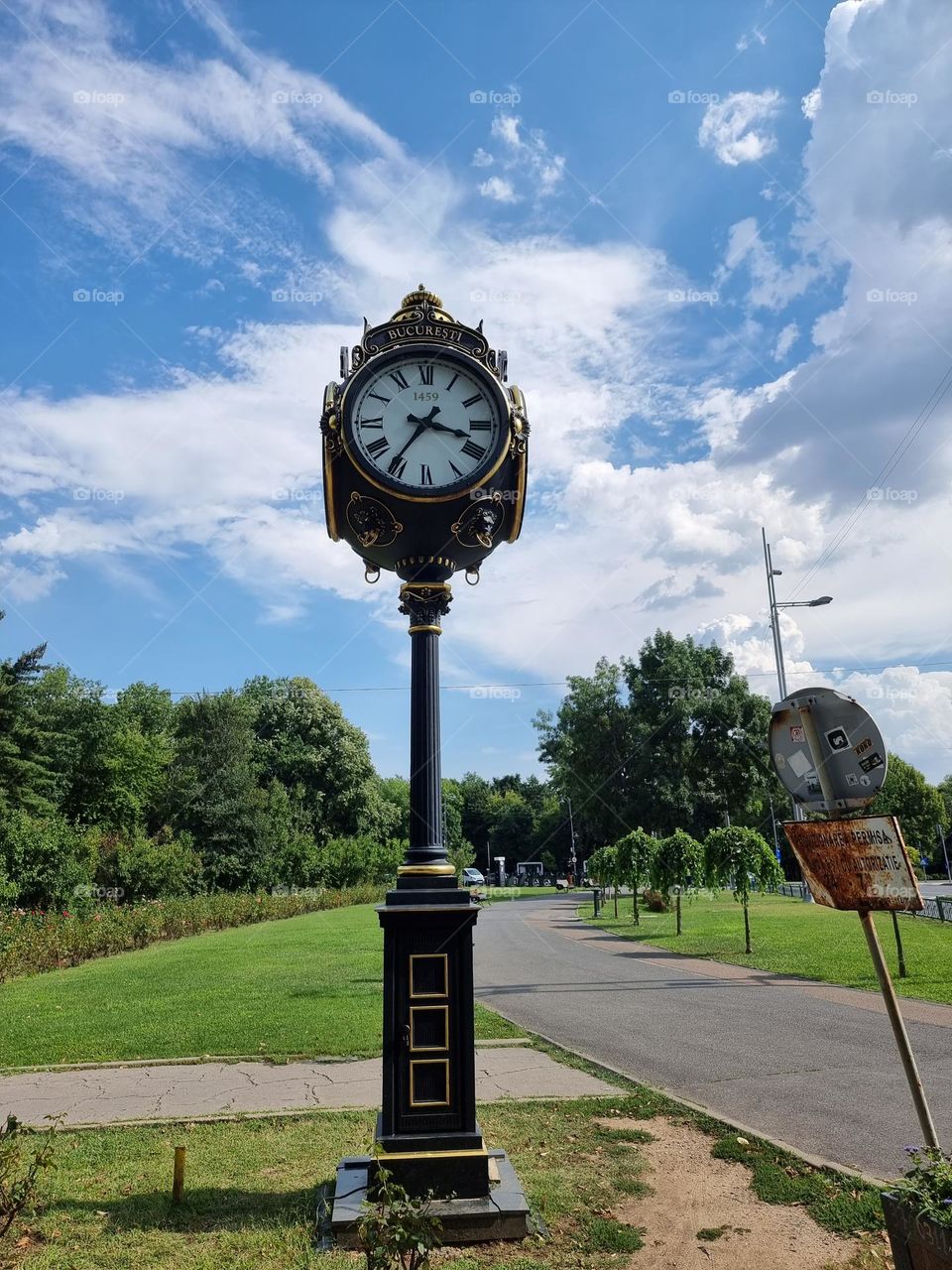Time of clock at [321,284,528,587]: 3:35
